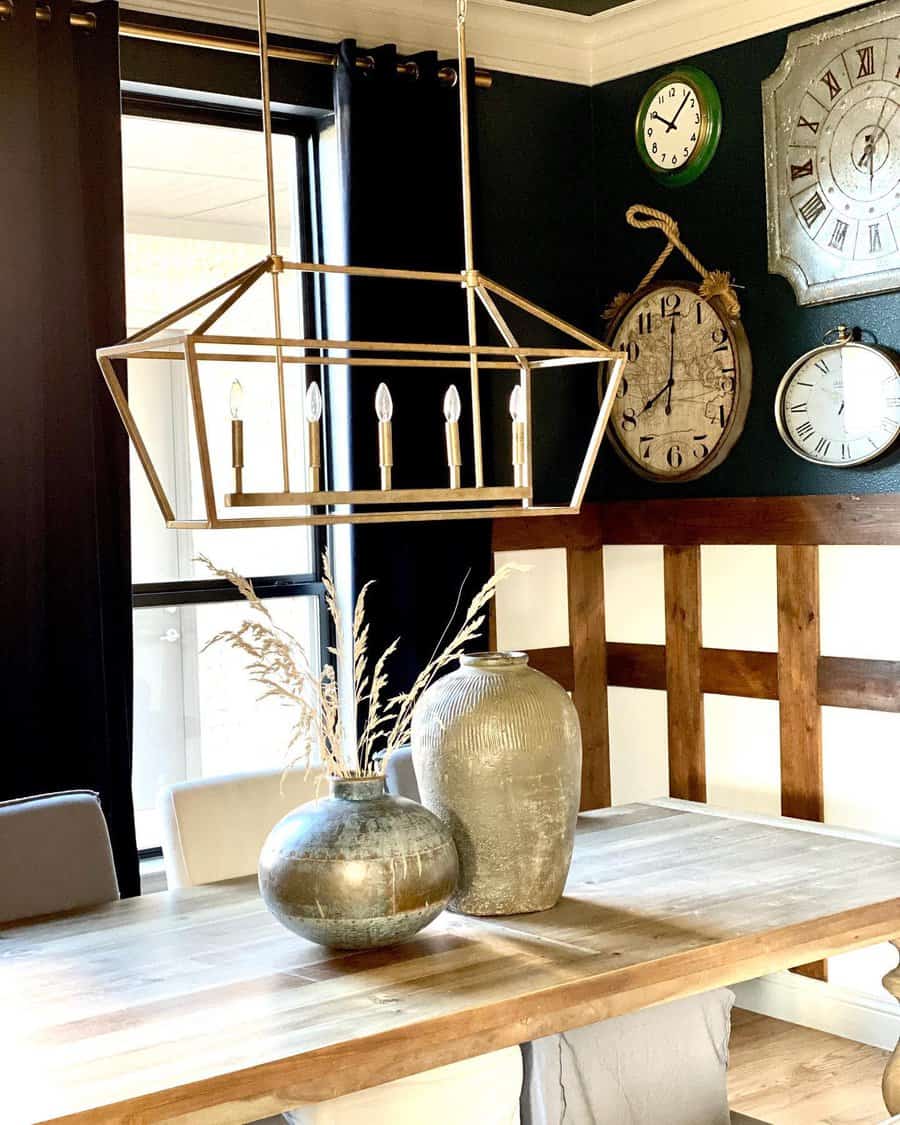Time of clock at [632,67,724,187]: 10:07
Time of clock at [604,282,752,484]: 8:00
